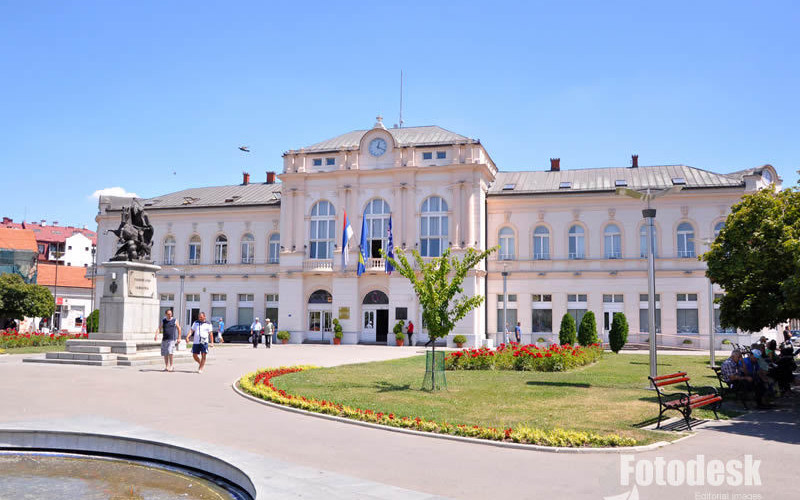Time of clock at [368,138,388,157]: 12:18
